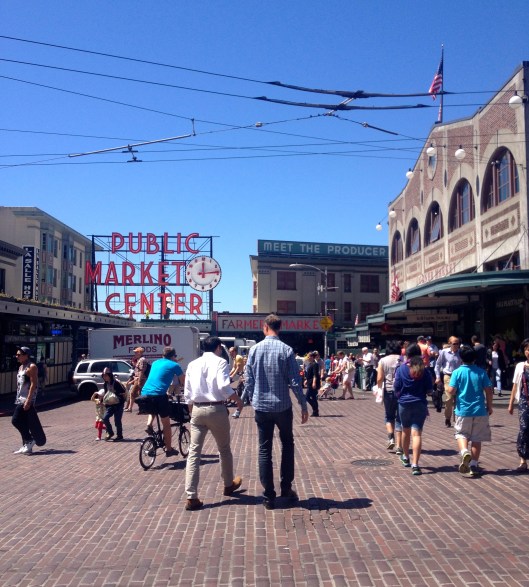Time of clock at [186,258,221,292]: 12:13
